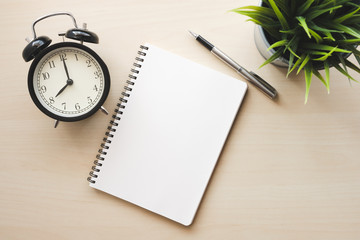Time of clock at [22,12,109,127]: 8:00
